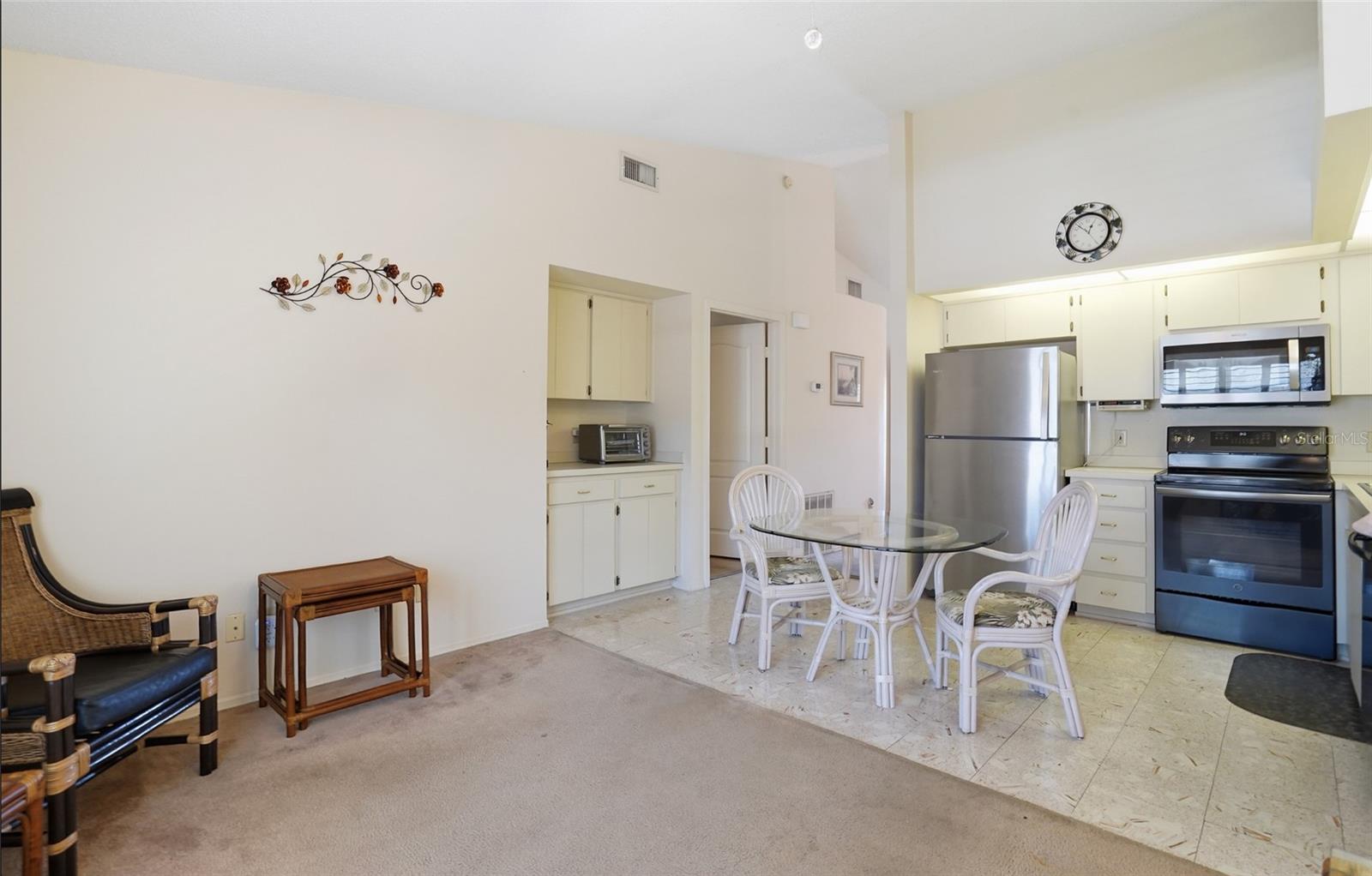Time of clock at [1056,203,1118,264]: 12:52
